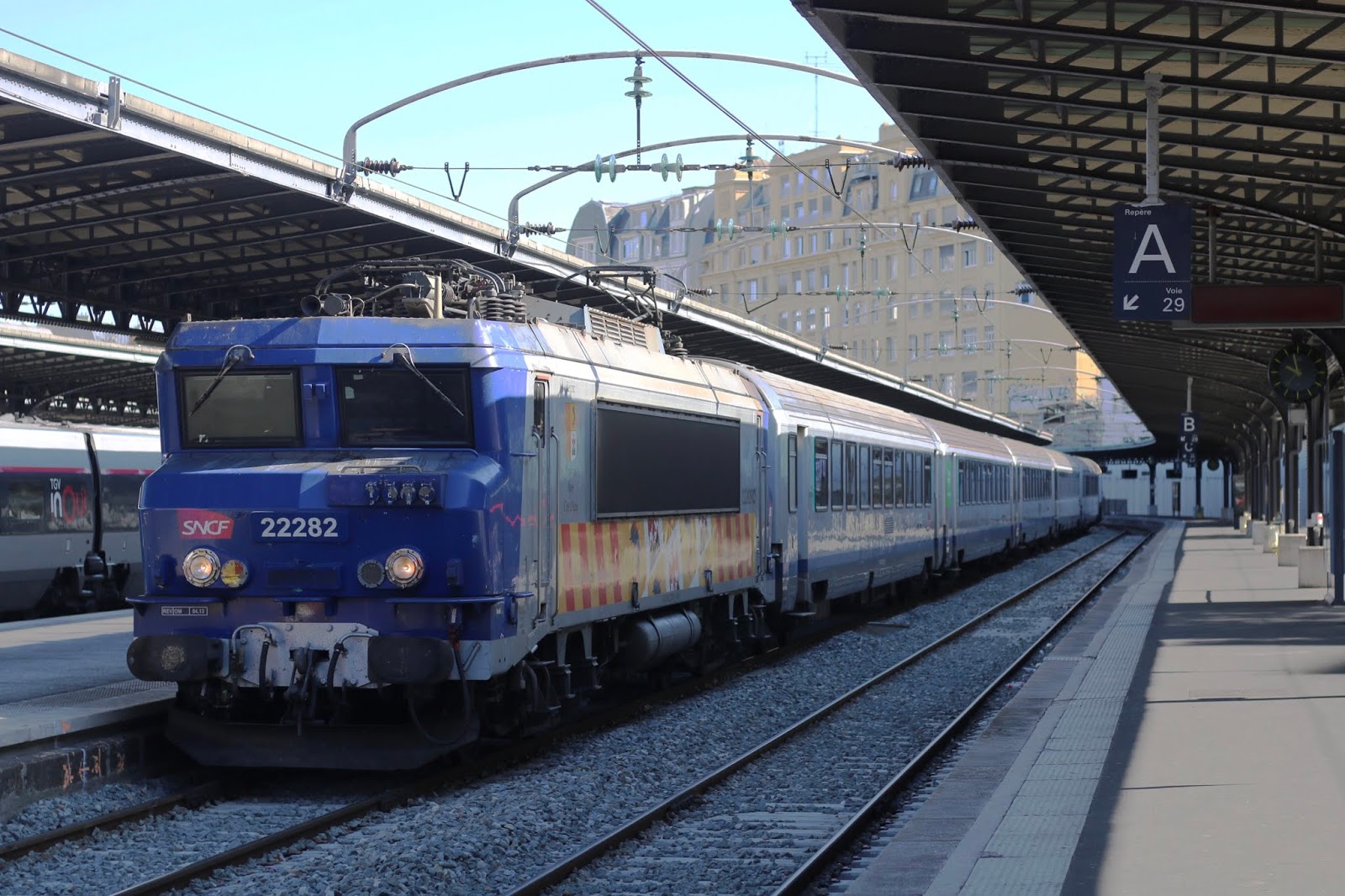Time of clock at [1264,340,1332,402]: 9:57
